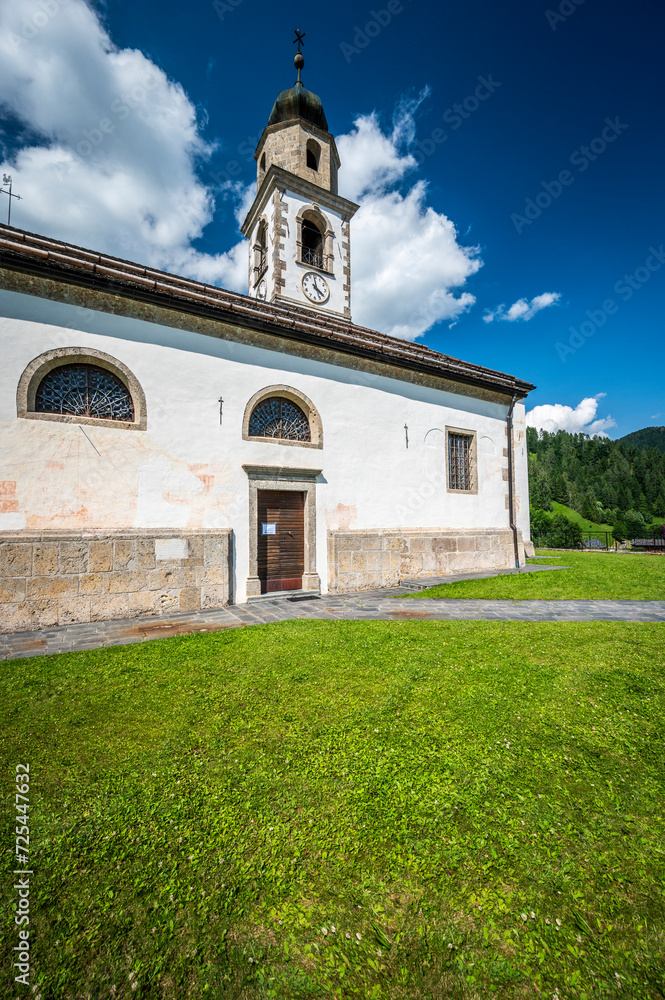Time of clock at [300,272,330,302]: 3:58
